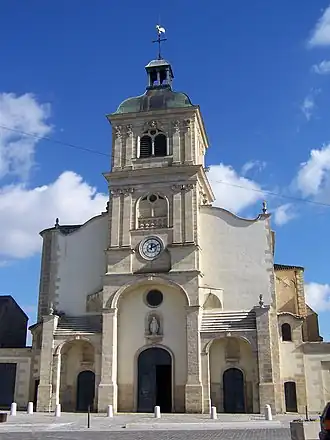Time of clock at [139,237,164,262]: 12:10
